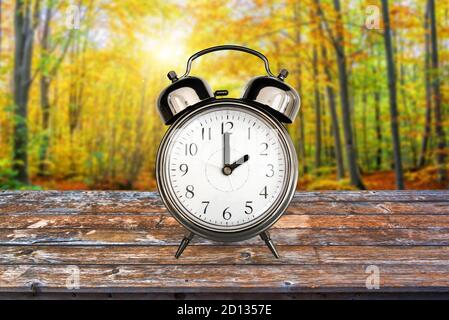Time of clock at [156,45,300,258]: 1:59
